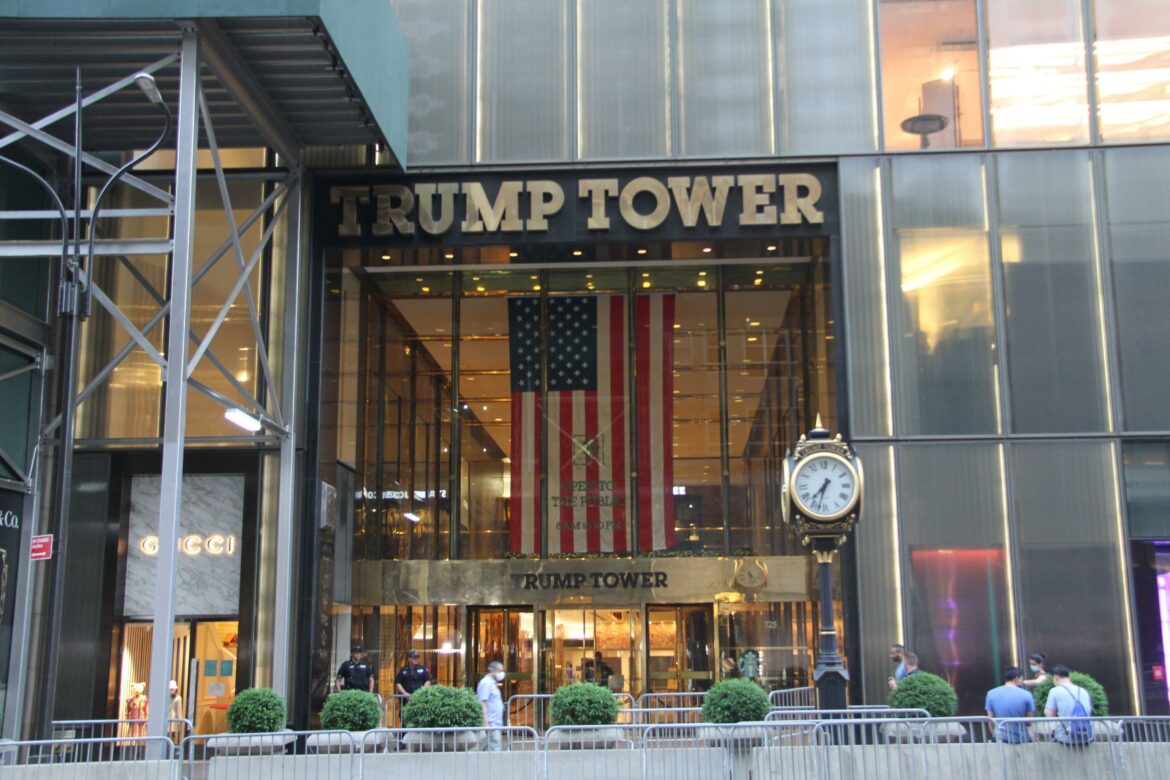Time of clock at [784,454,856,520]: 7:32
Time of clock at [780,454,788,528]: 7:32
